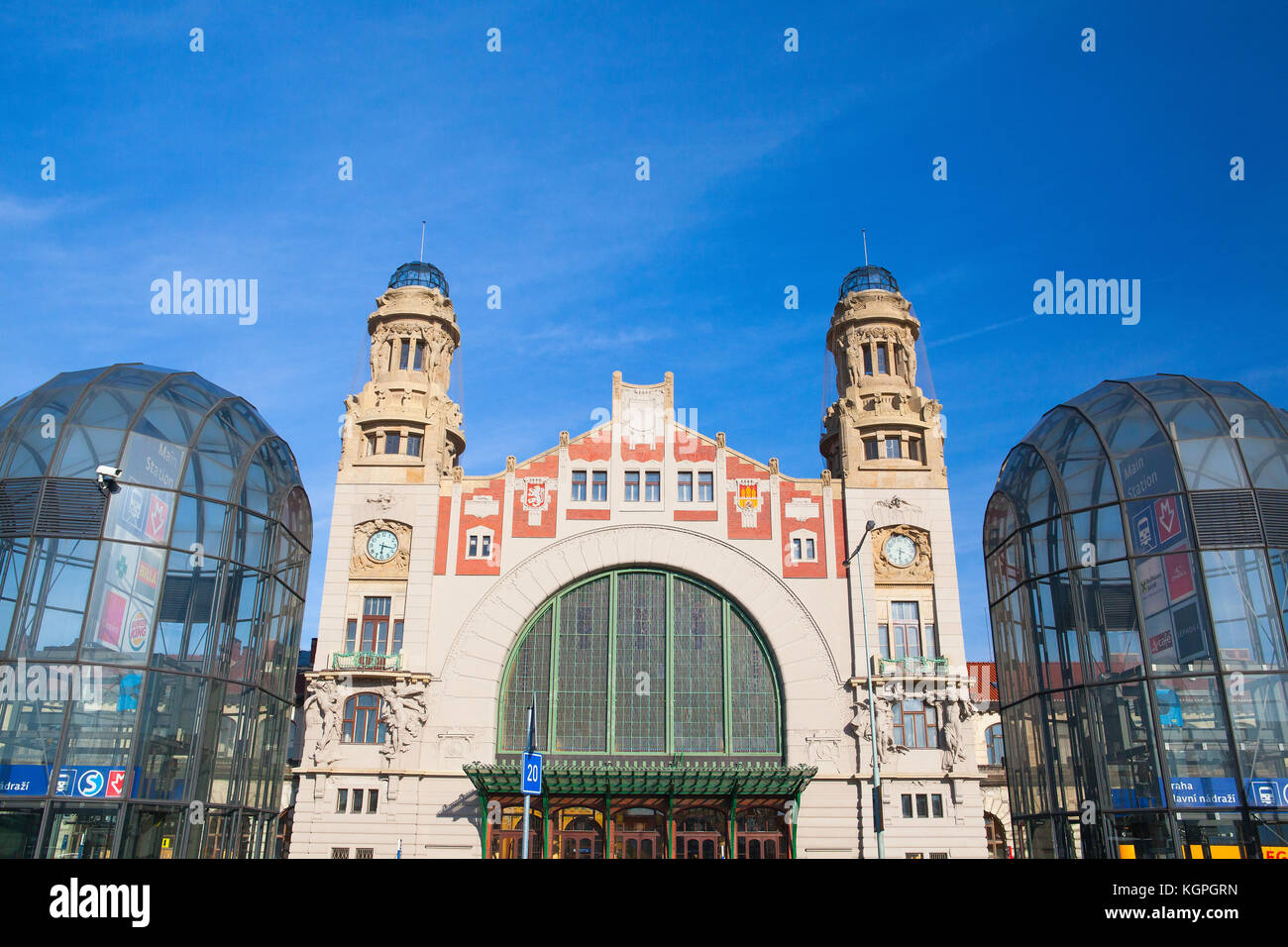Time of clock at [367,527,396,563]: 6:17
